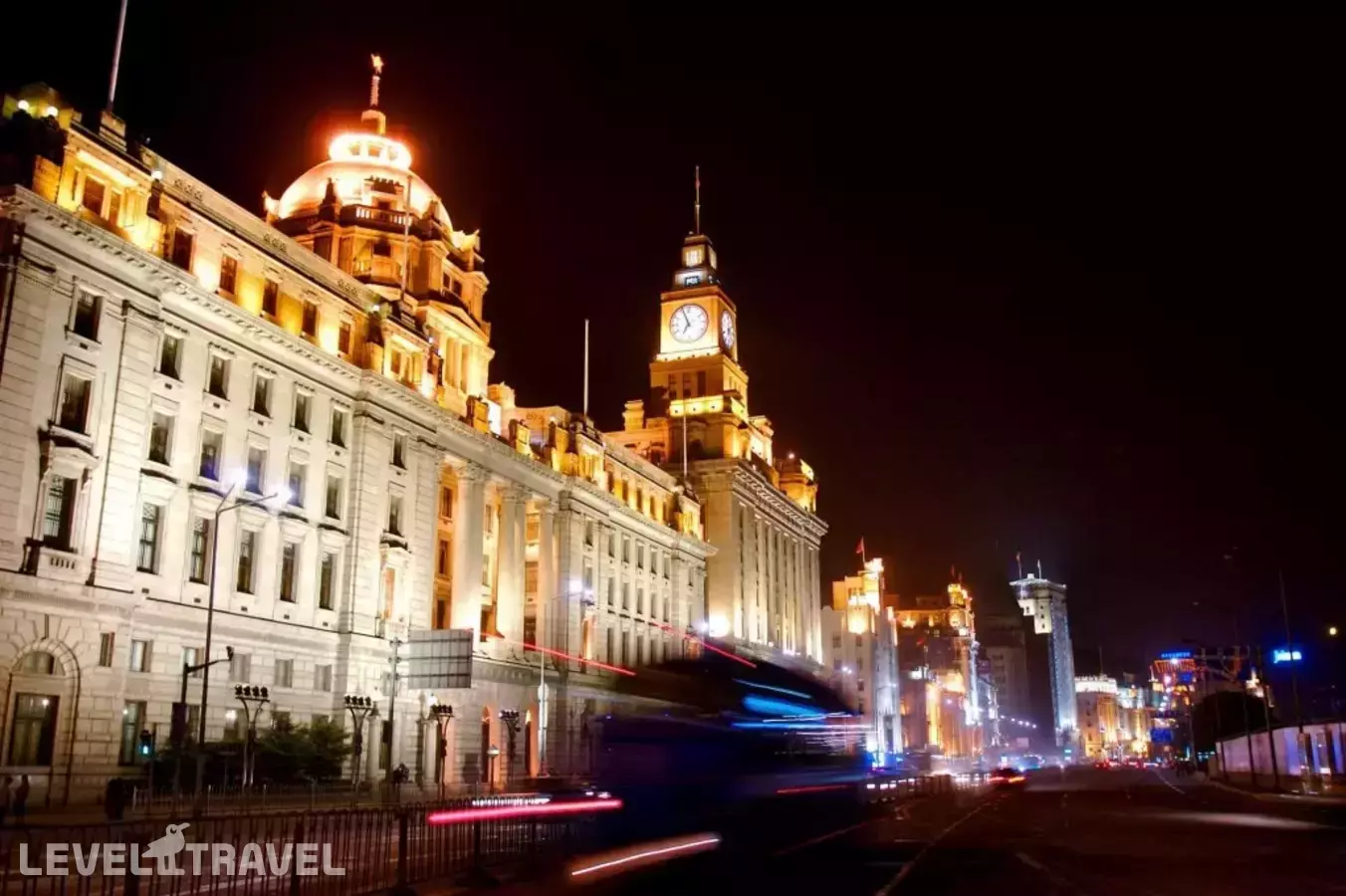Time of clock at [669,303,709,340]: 6:56
